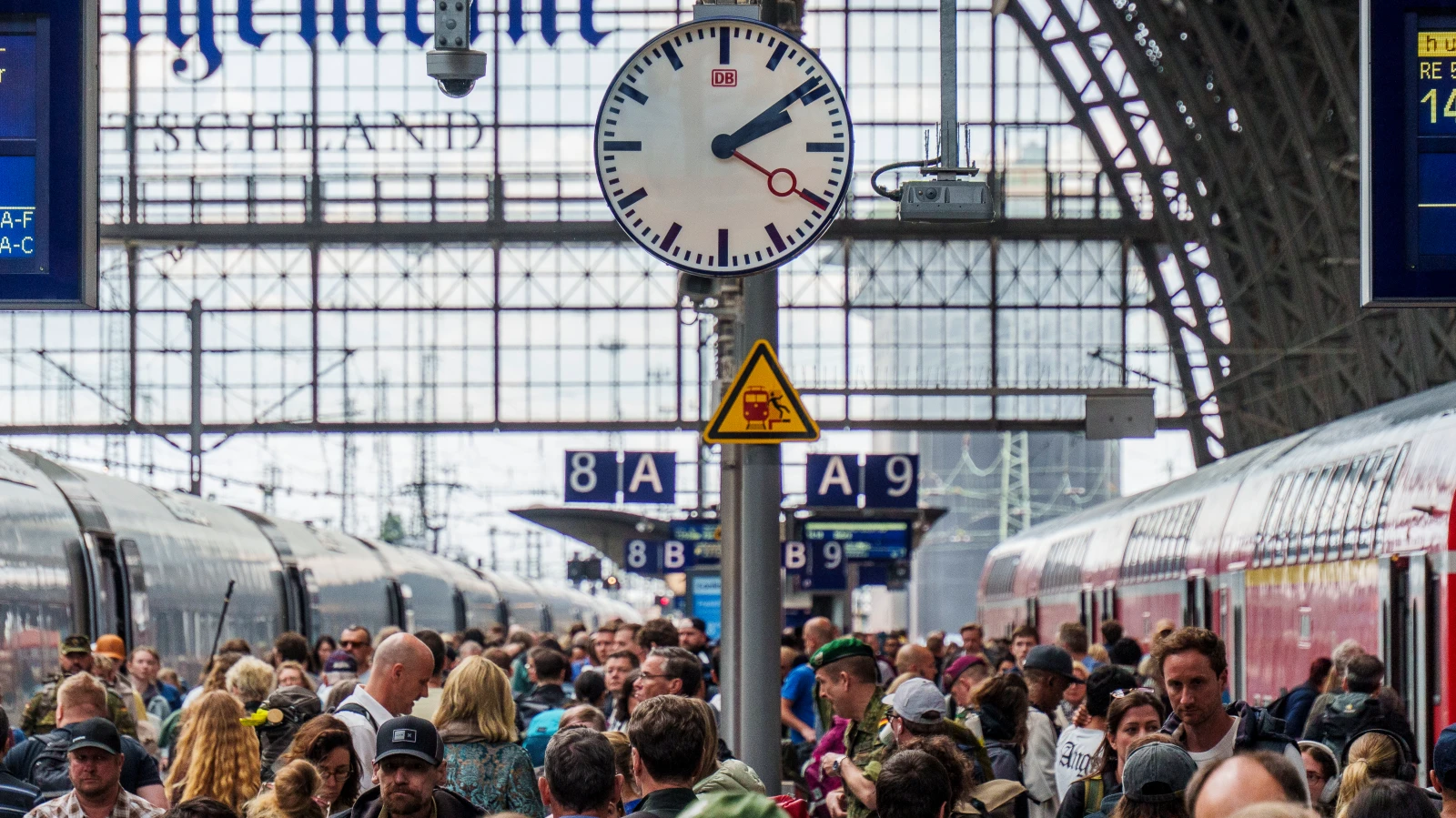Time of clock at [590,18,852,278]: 2:09
